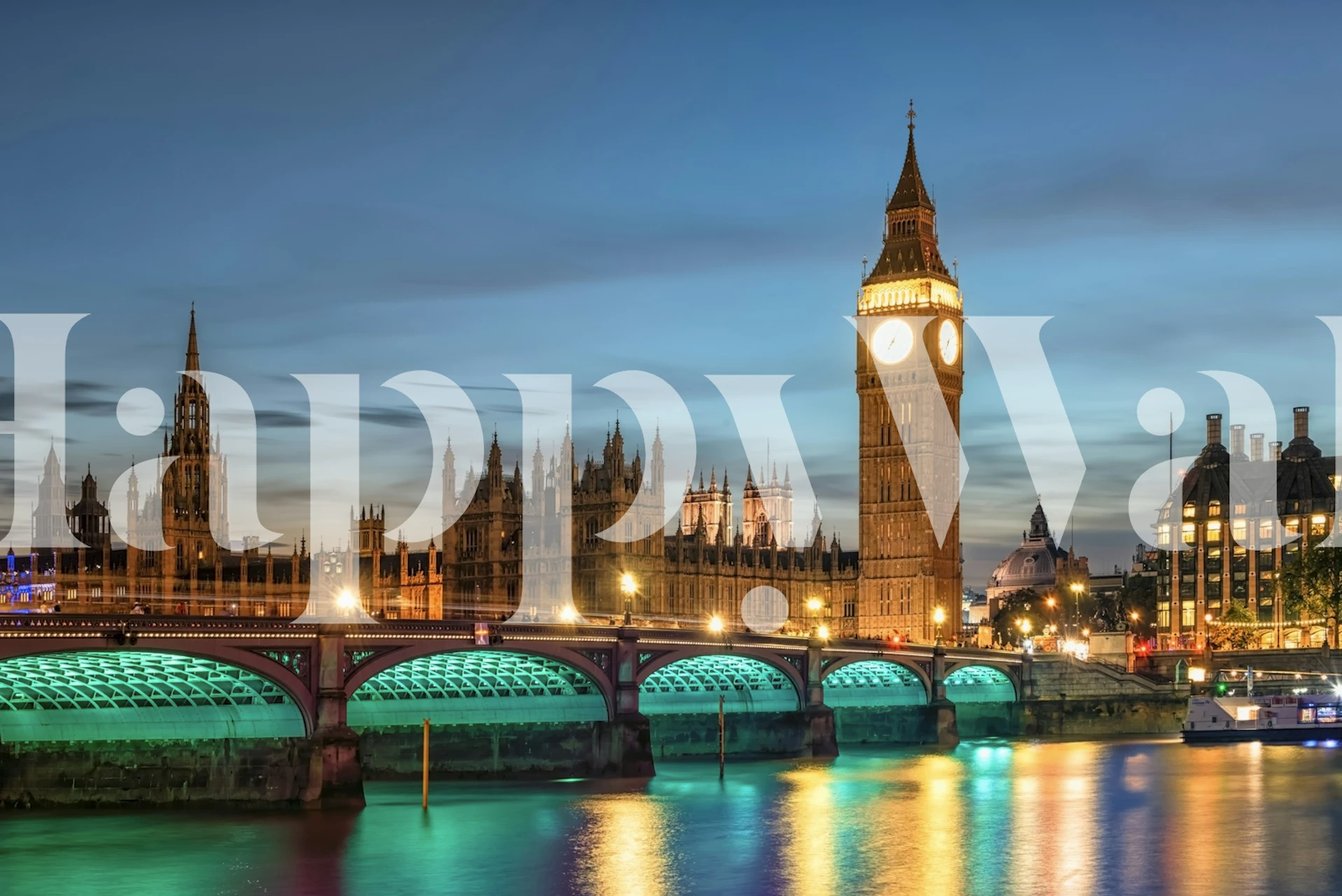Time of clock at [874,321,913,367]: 7:04
